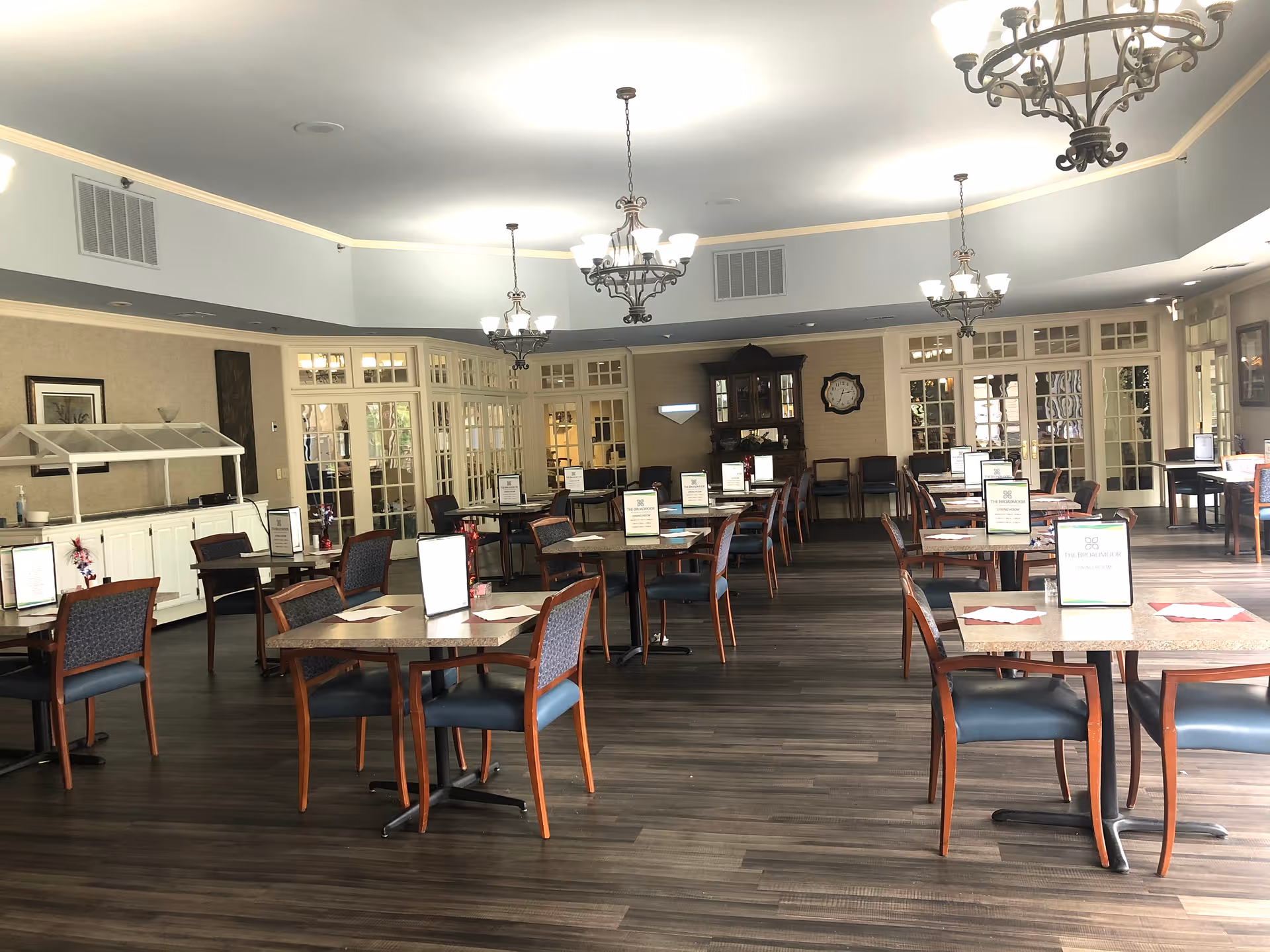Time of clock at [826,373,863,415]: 2:33
